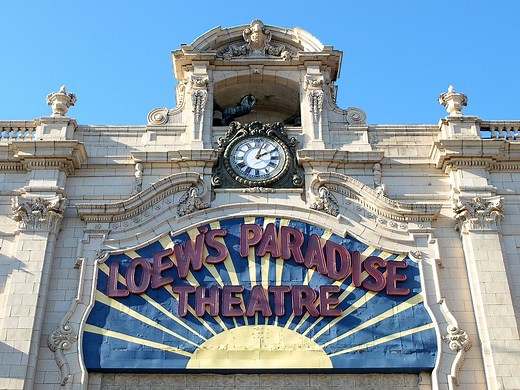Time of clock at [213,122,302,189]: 2:02
